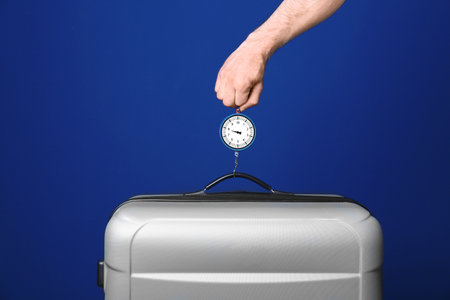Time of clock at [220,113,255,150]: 9:48
